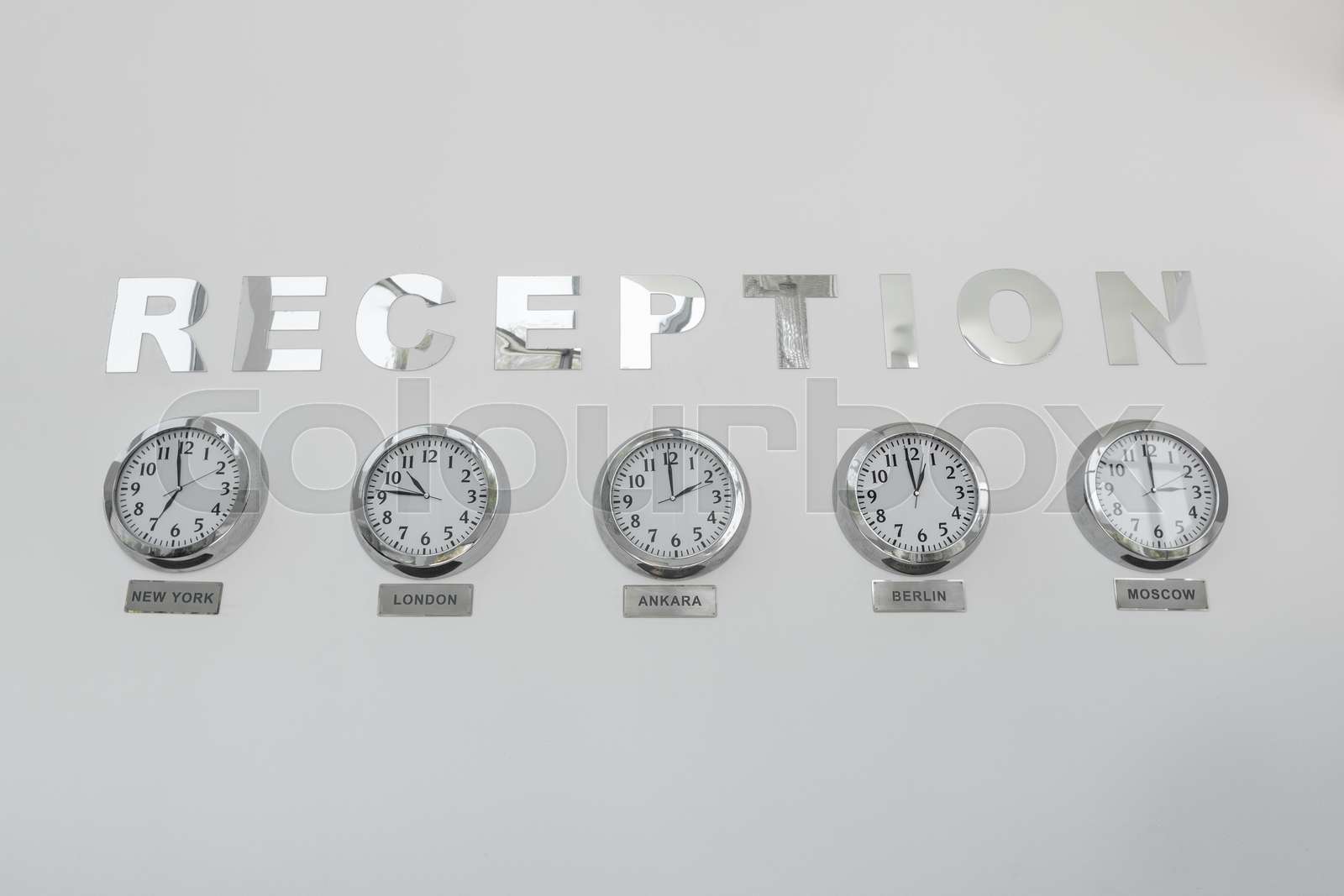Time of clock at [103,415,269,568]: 6:58
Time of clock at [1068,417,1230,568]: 11:59
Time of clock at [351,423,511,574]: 10:46
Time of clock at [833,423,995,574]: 12:58
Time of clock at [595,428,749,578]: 1:59
